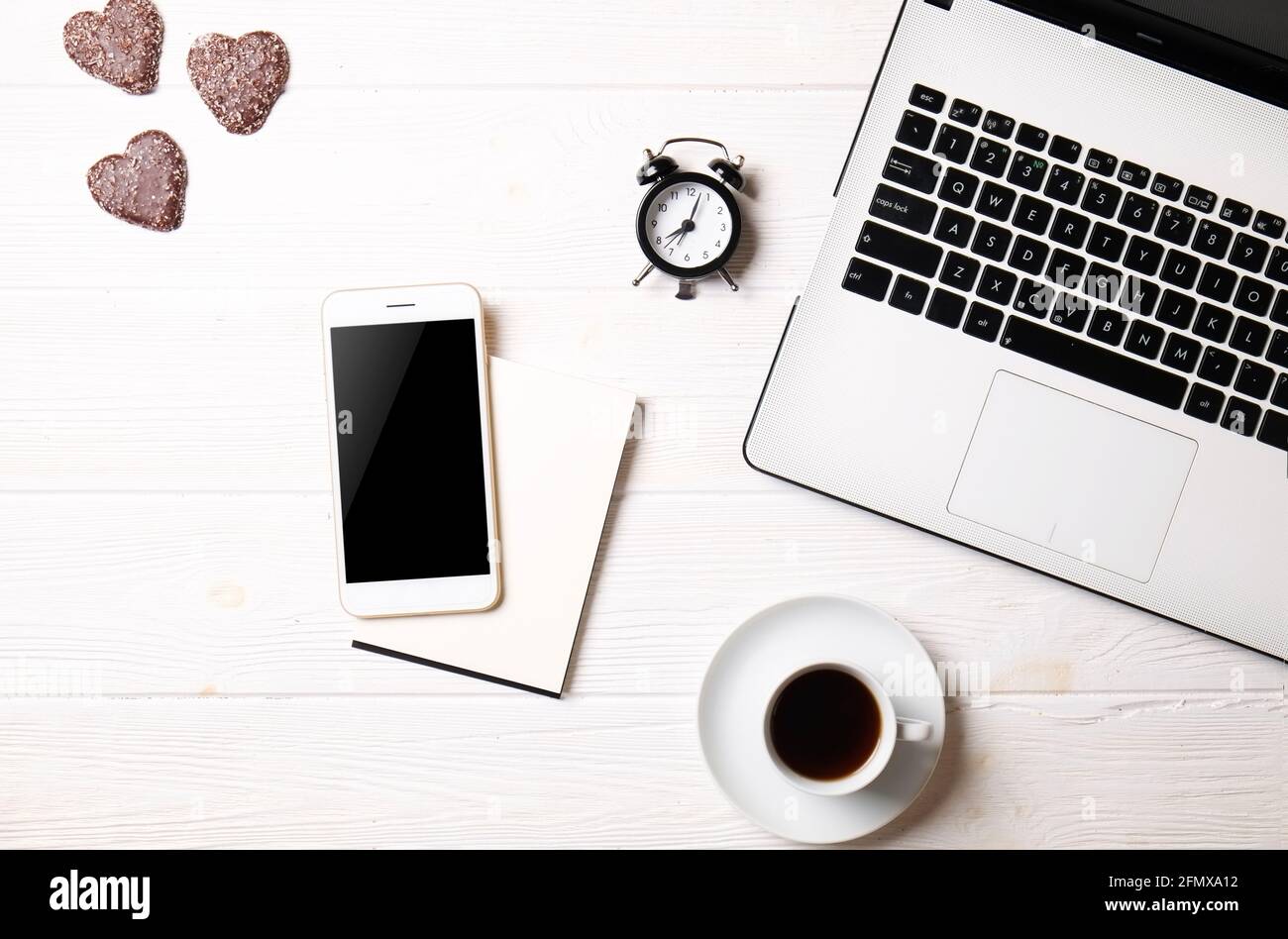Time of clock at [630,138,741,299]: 8:03
